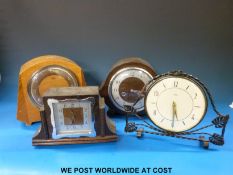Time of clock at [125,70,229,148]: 5:29
